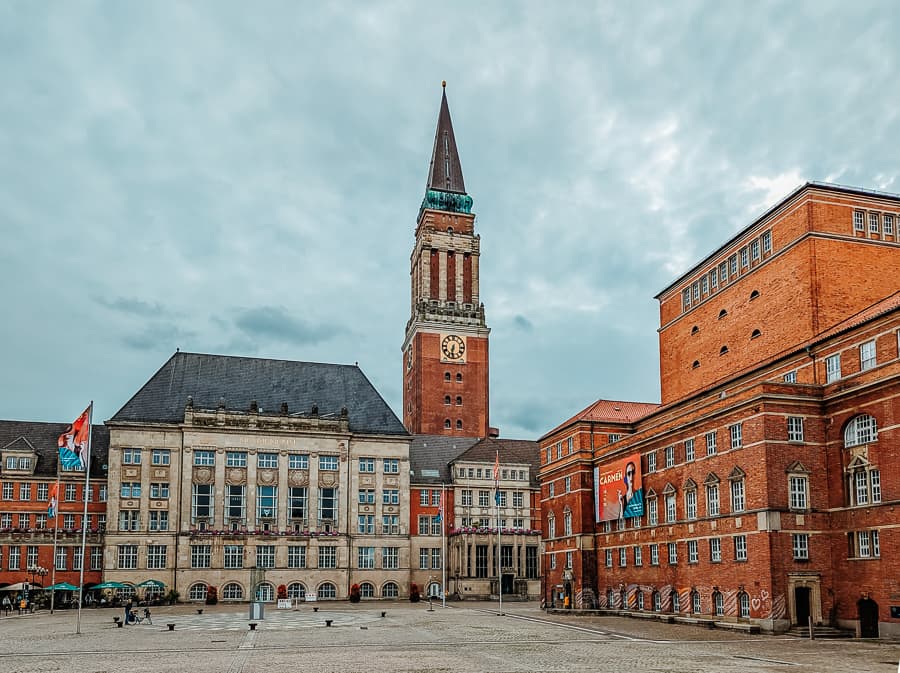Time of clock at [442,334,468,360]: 6:31
